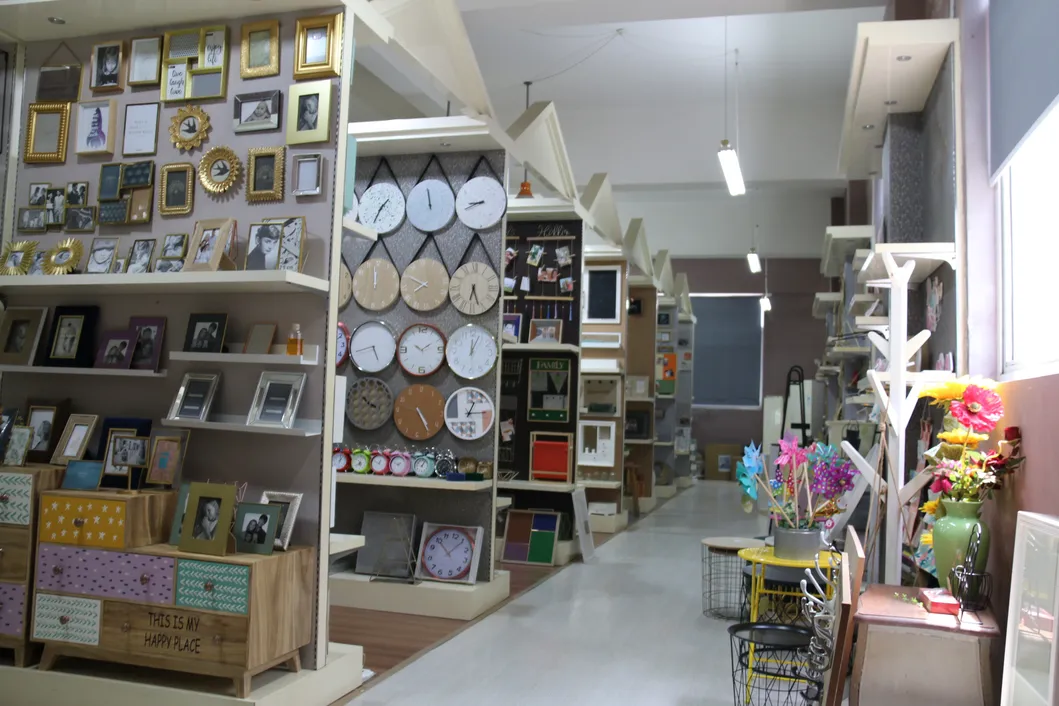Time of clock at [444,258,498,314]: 6:26
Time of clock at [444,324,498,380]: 12:04
